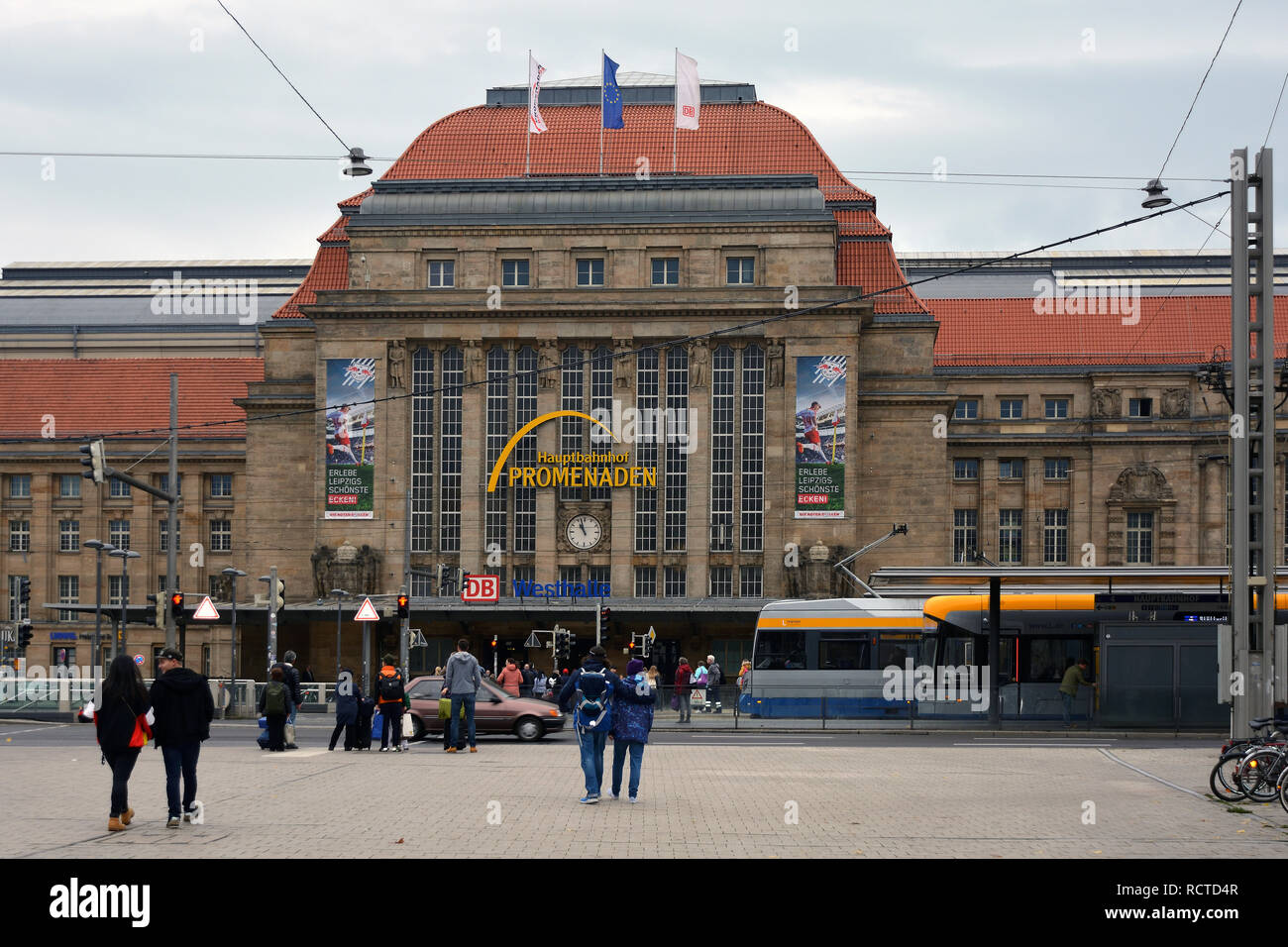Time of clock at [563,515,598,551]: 10:57
